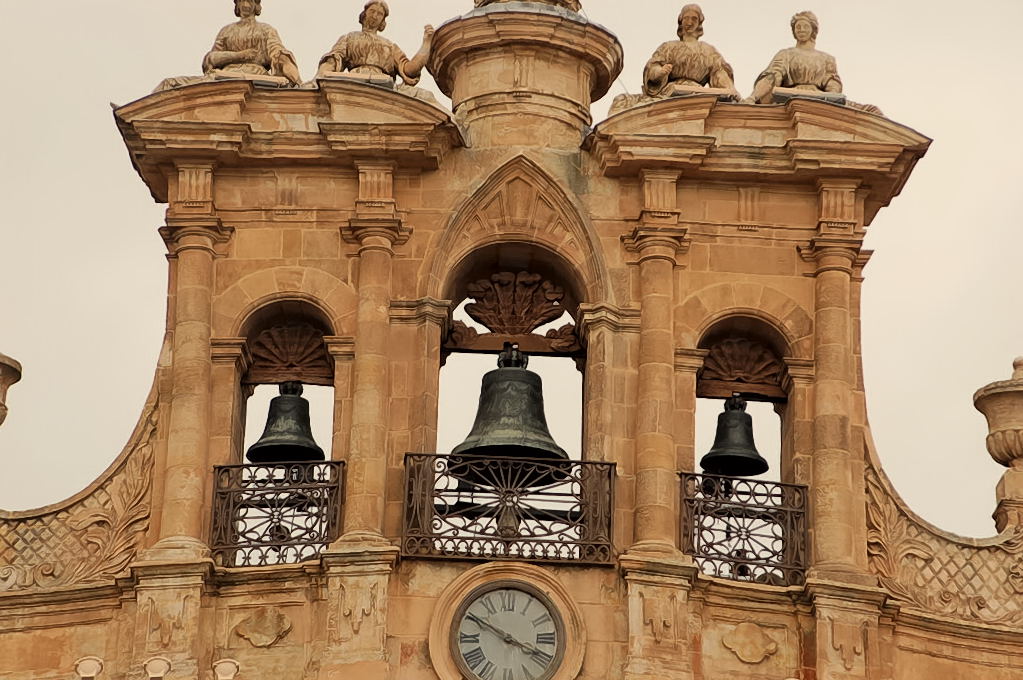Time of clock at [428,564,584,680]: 3:50
